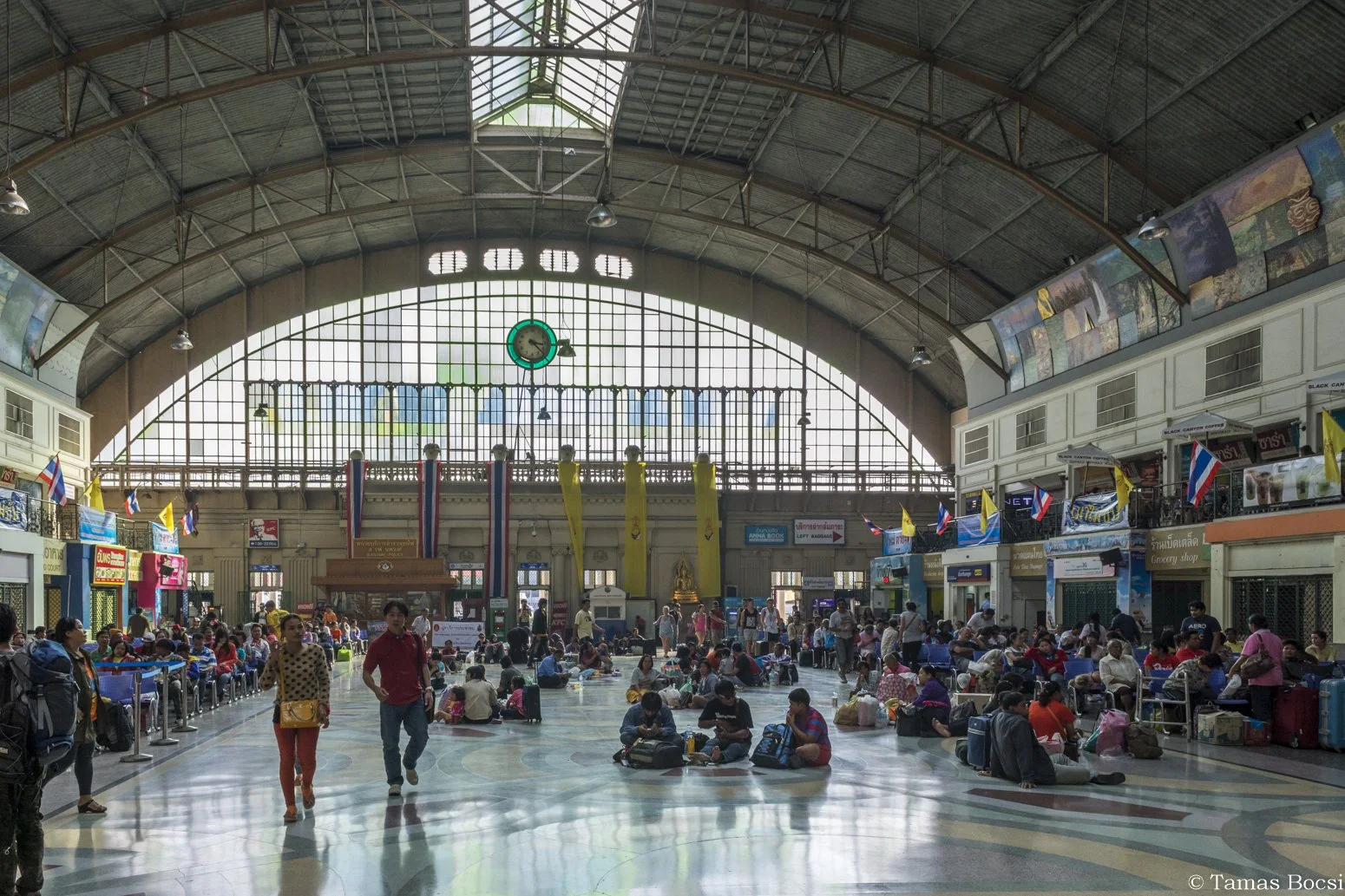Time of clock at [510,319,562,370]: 3:22
